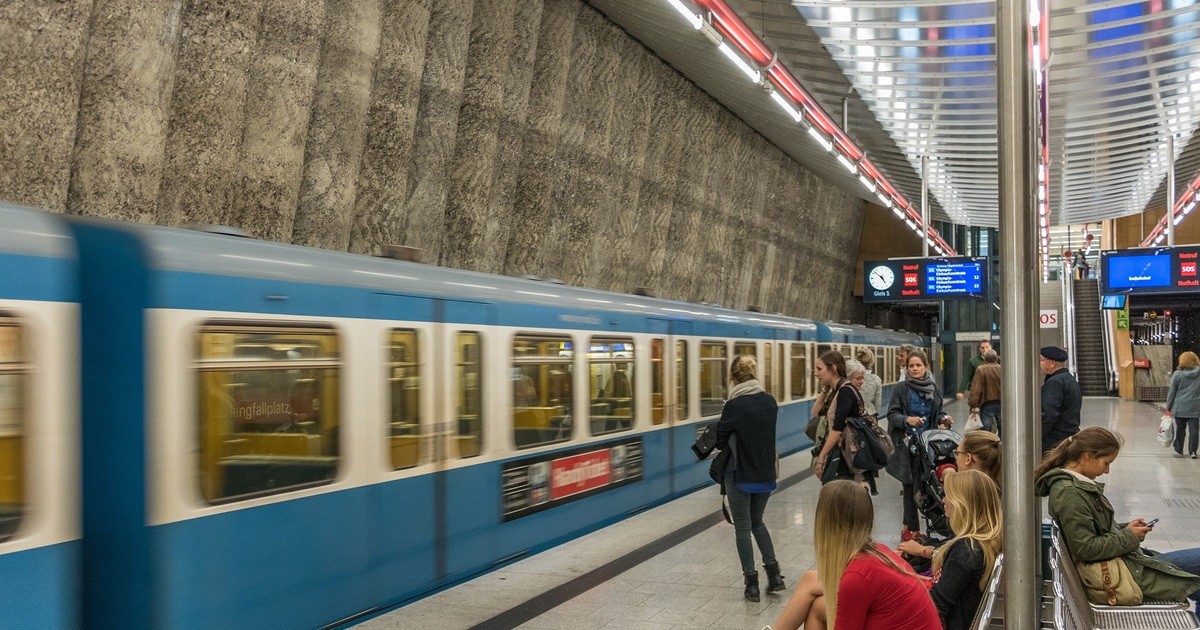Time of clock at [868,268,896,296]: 4:52
